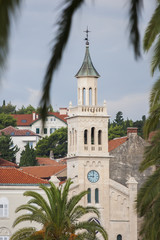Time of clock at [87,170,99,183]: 9:01
